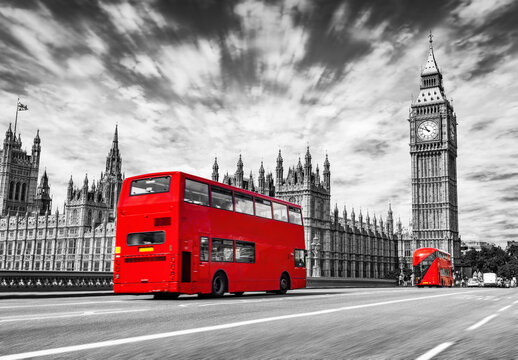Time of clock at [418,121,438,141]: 10:48
